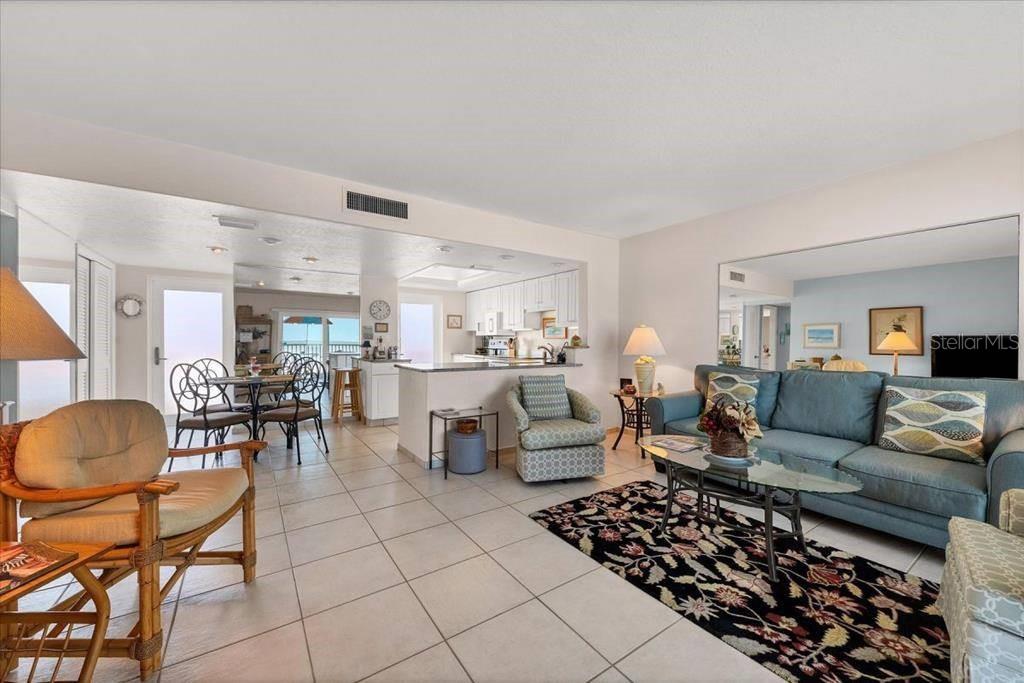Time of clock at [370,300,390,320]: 10:39
